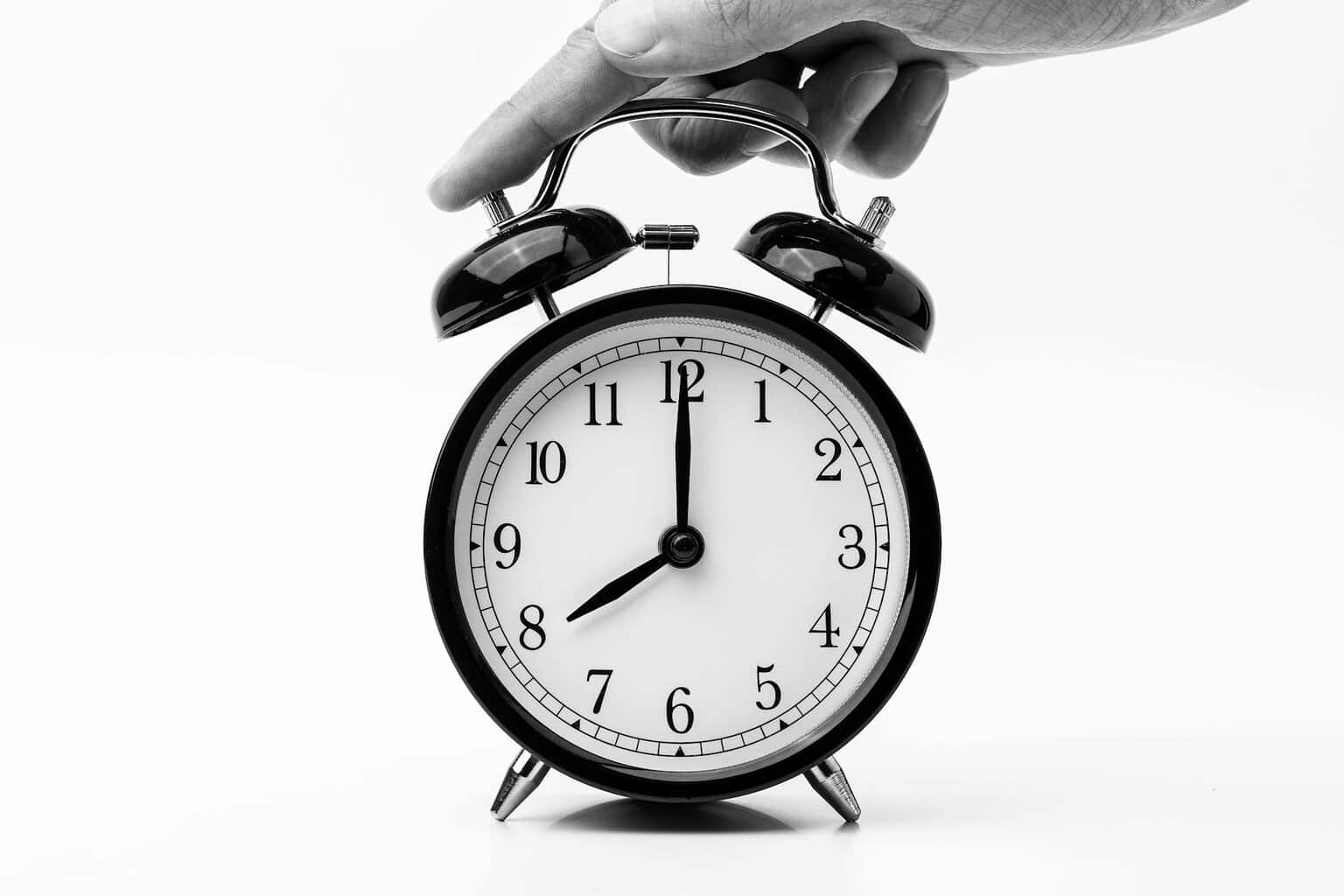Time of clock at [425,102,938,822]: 8:00
